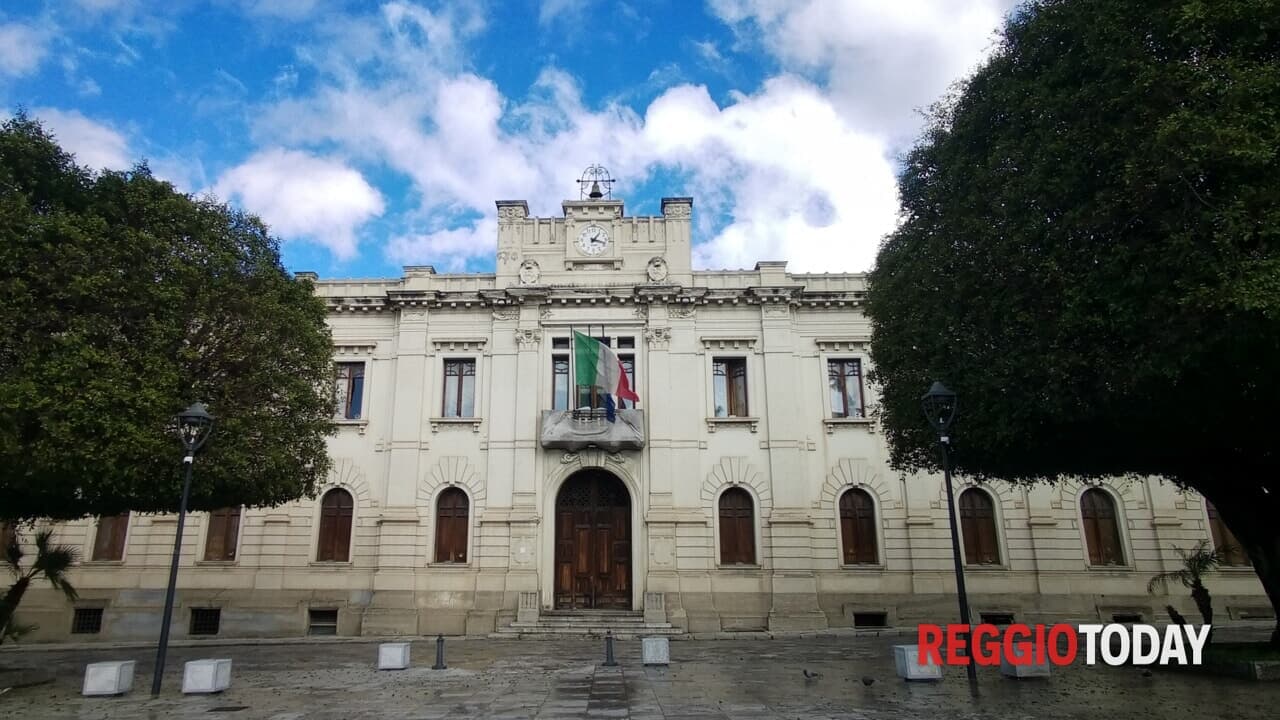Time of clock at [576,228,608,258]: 1:17
